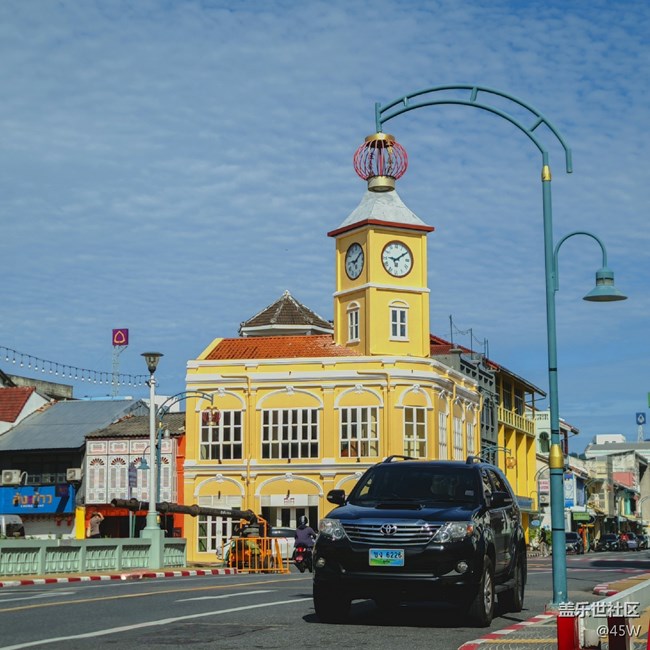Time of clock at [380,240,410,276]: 9:09
